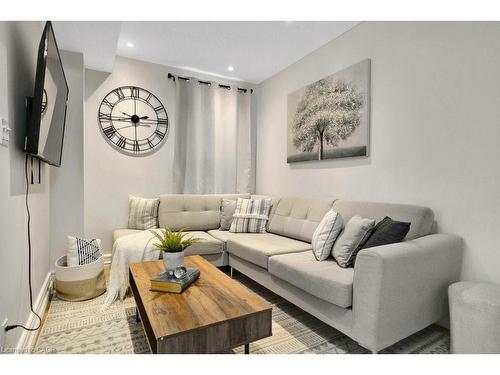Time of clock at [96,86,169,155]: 2:43
